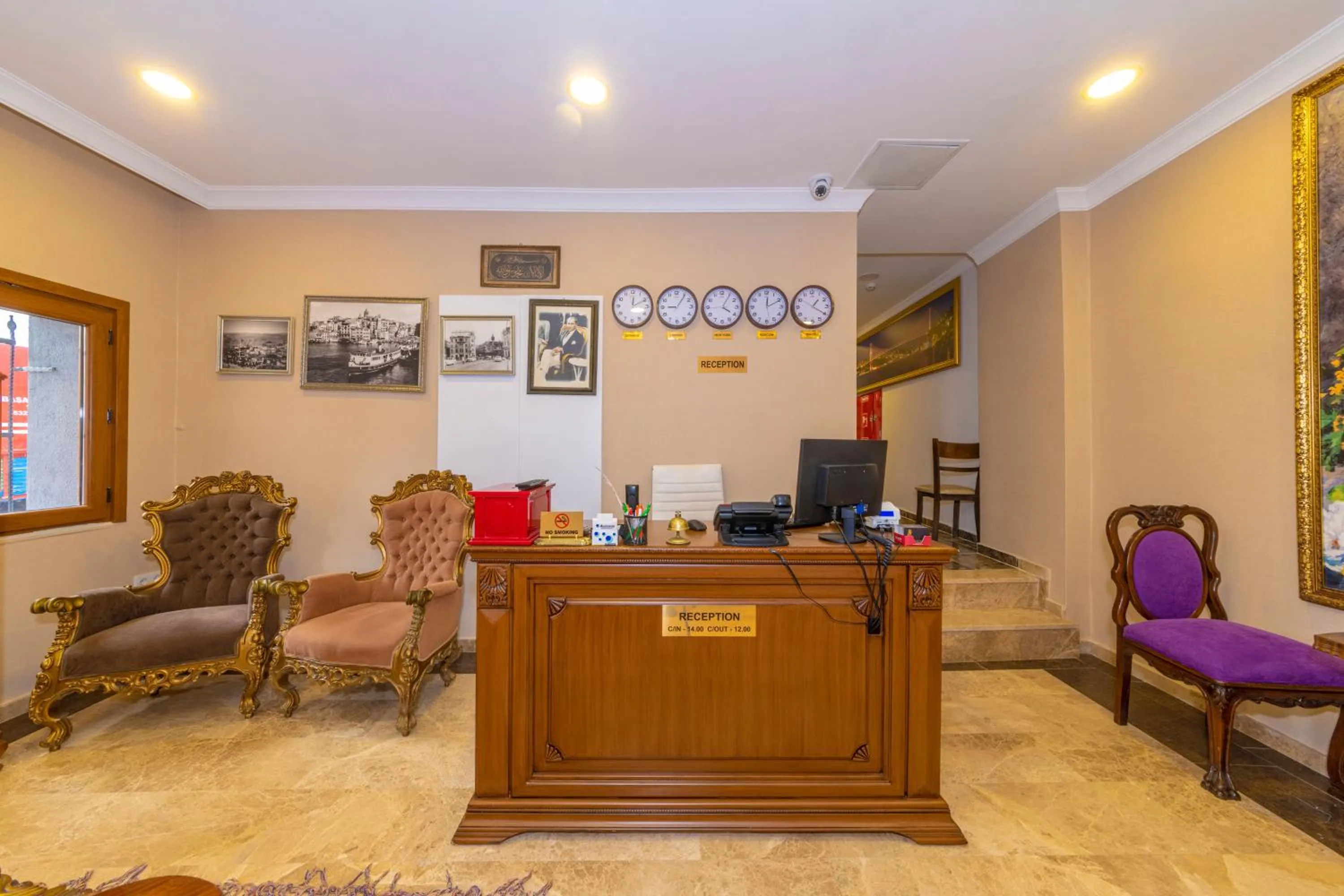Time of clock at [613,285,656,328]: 12:10
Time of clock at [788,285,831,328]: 1:19
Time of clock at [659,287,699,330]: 9:05
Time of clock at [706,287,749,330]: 4:05
